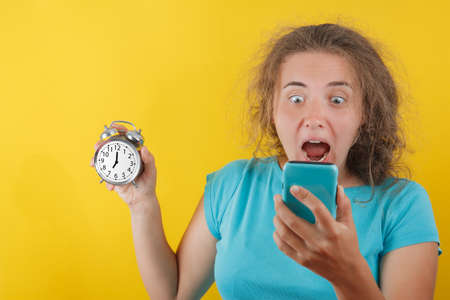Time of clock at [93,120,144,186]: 7:00
